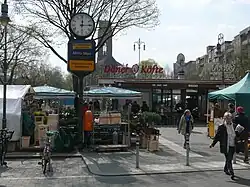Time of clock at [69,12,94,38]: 12:14
